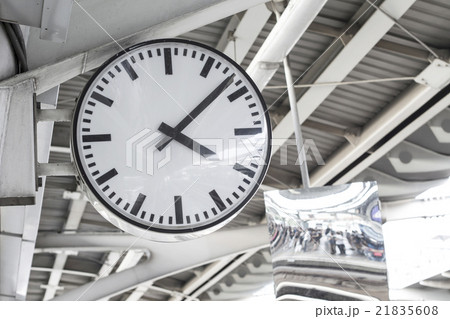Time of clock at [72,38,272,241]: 4:08
